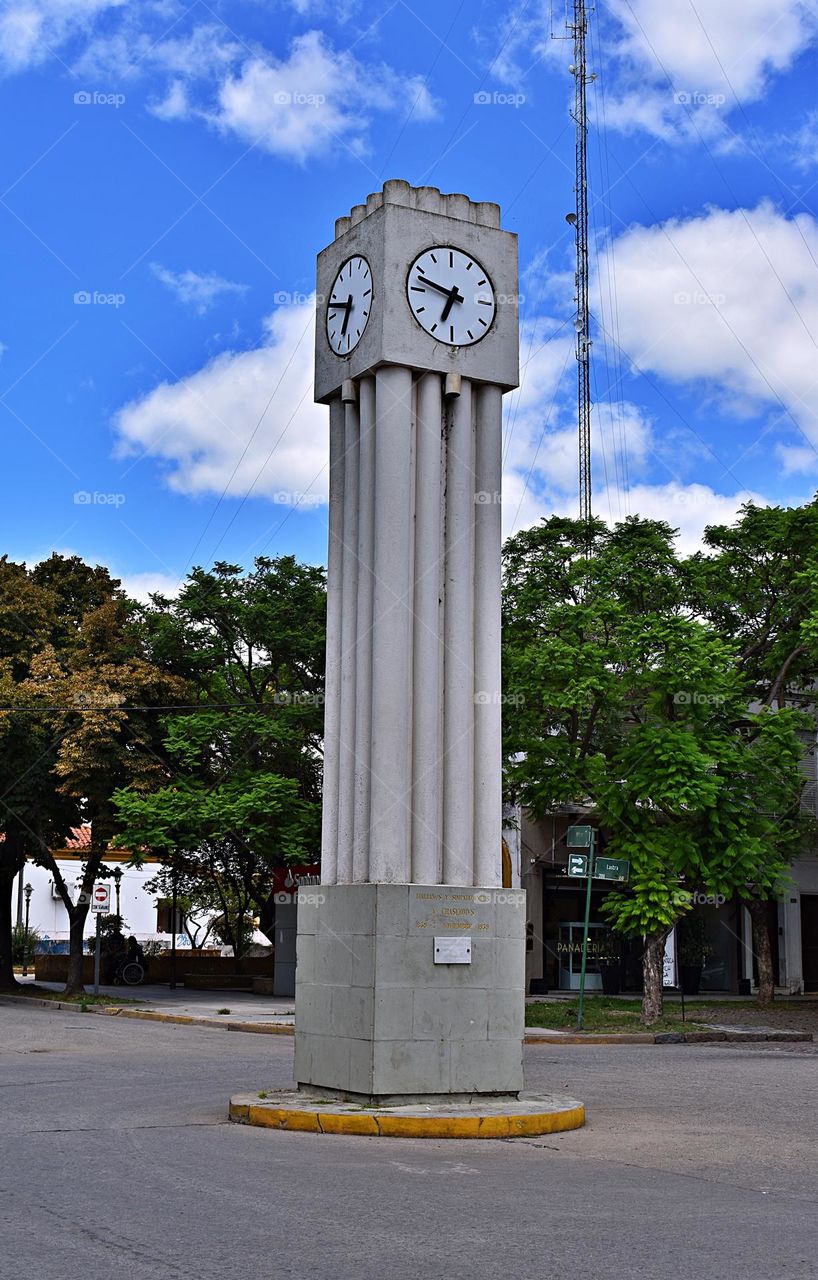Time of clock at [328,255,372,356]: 6:47
